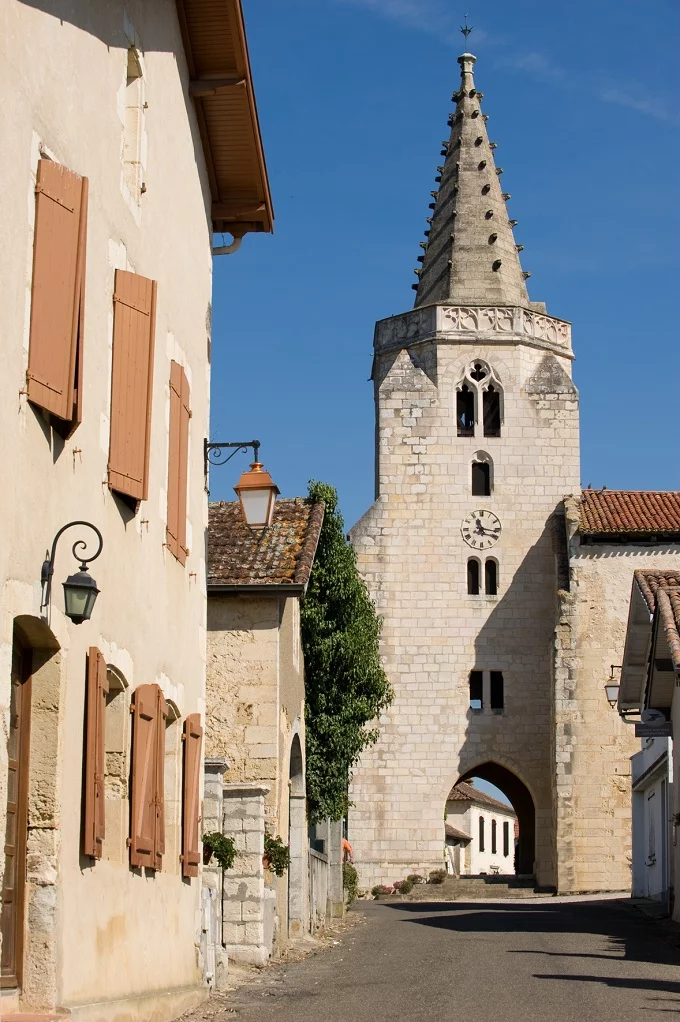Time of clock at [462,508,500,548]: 11:16
